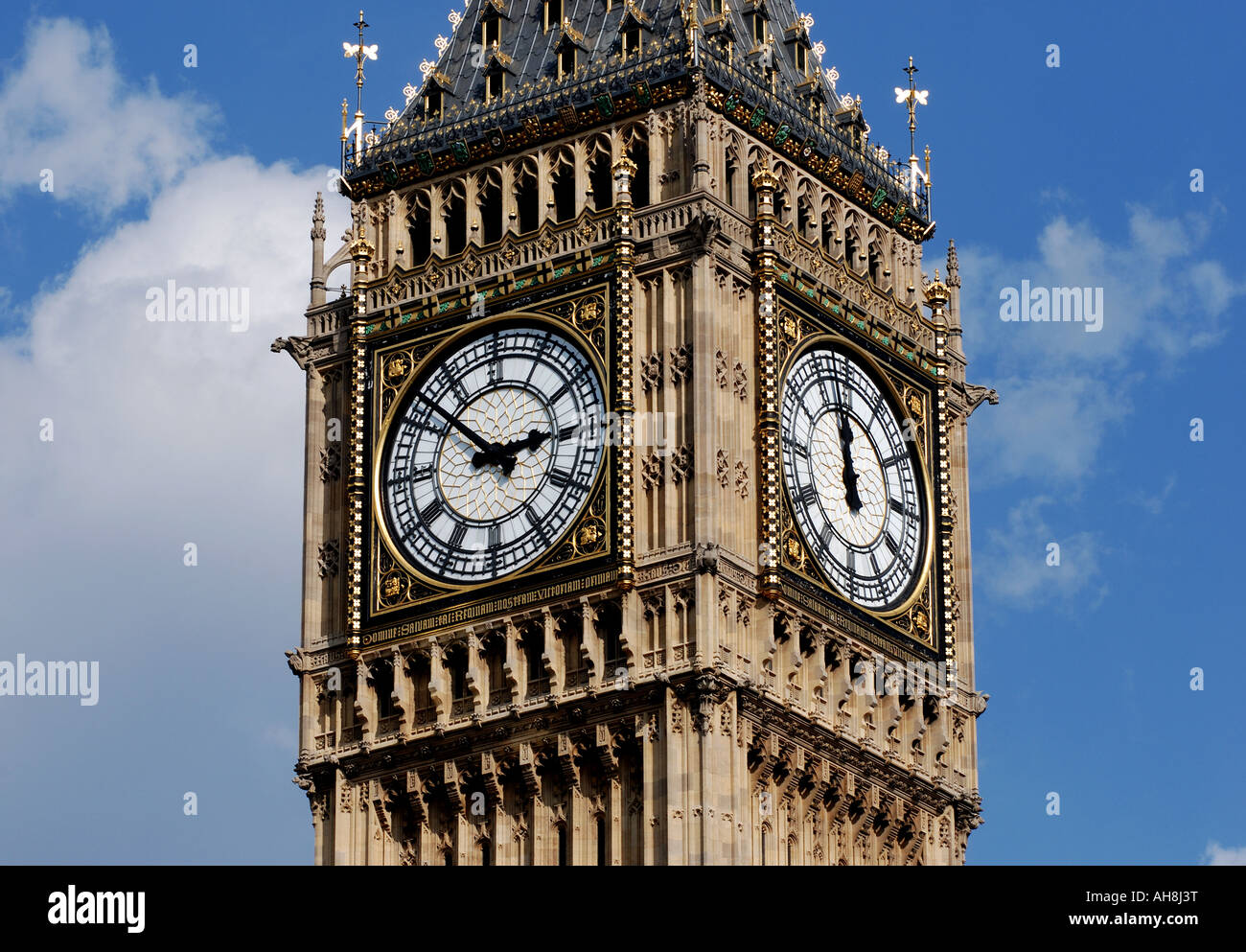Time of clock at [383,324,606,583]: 2:52
